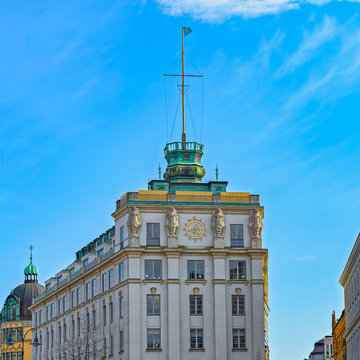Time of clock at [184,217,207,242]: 4:42
